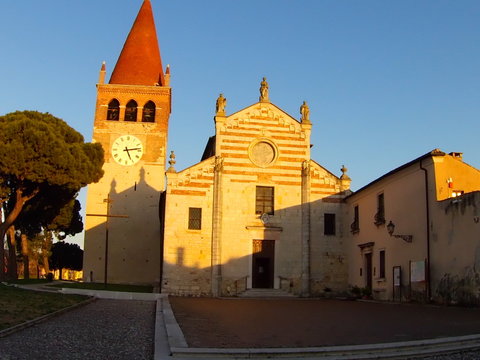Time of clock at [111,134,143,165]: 5:13
